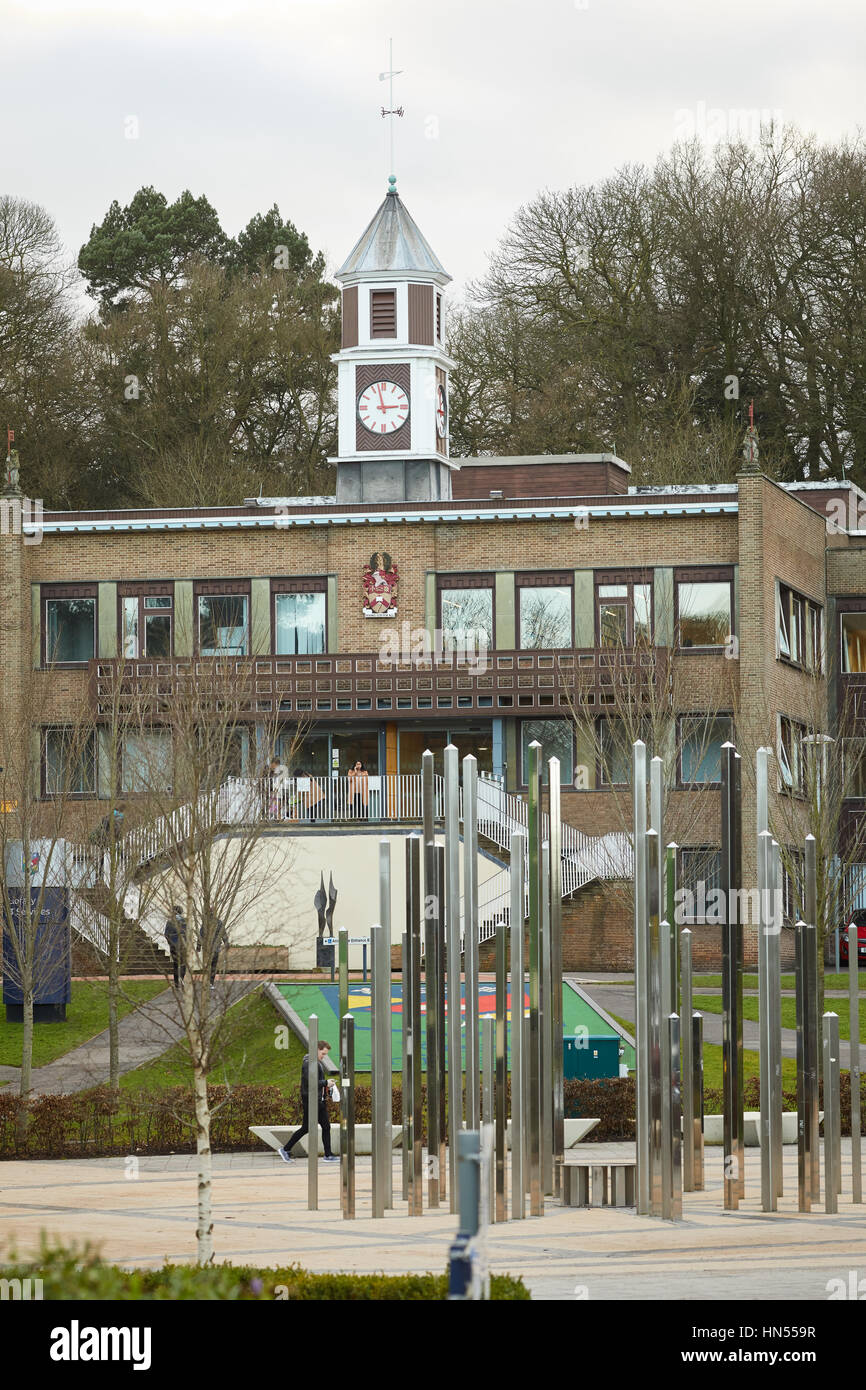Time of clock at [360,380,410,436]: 2:57
